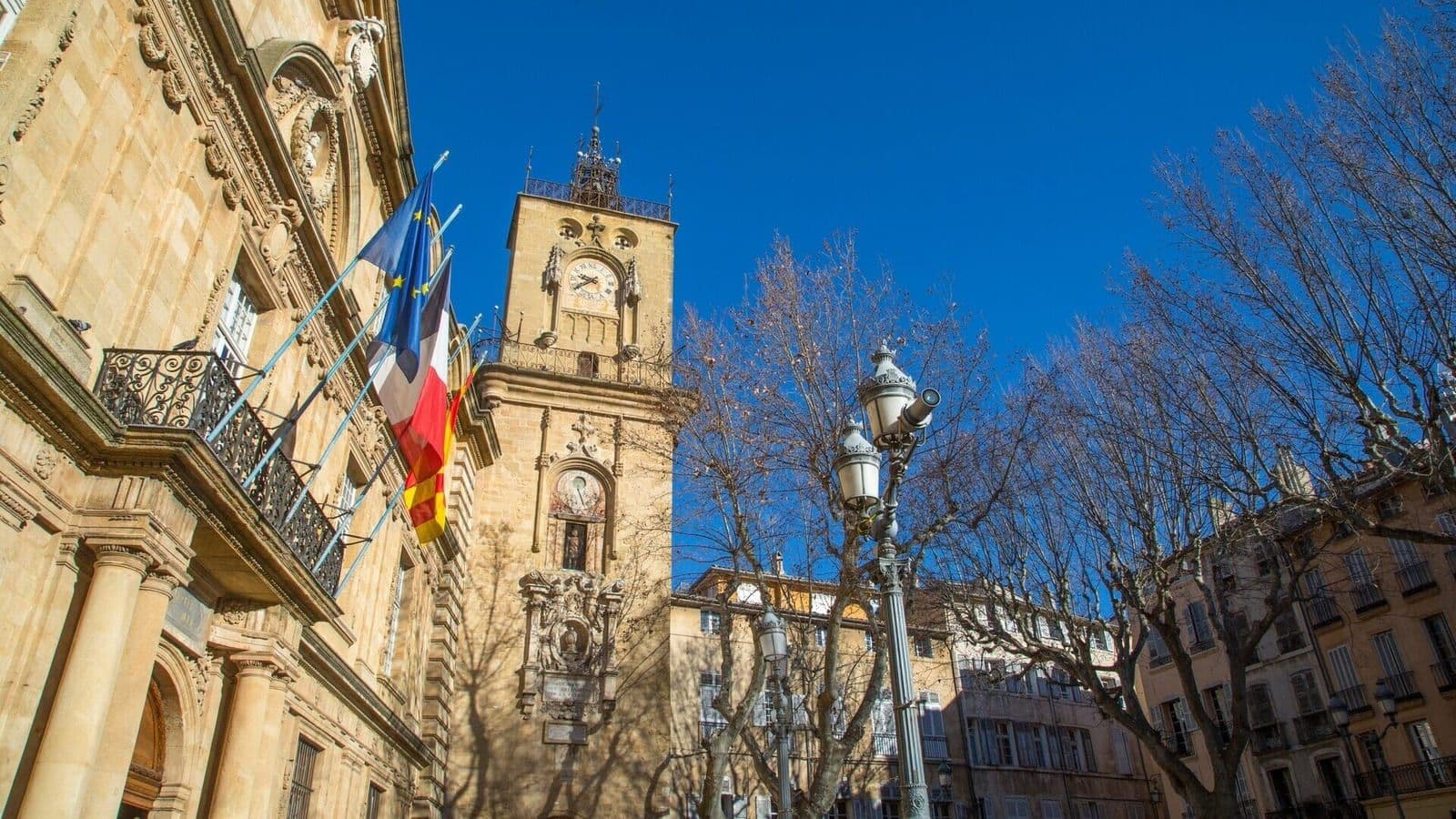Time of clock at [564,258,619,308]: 9:40
